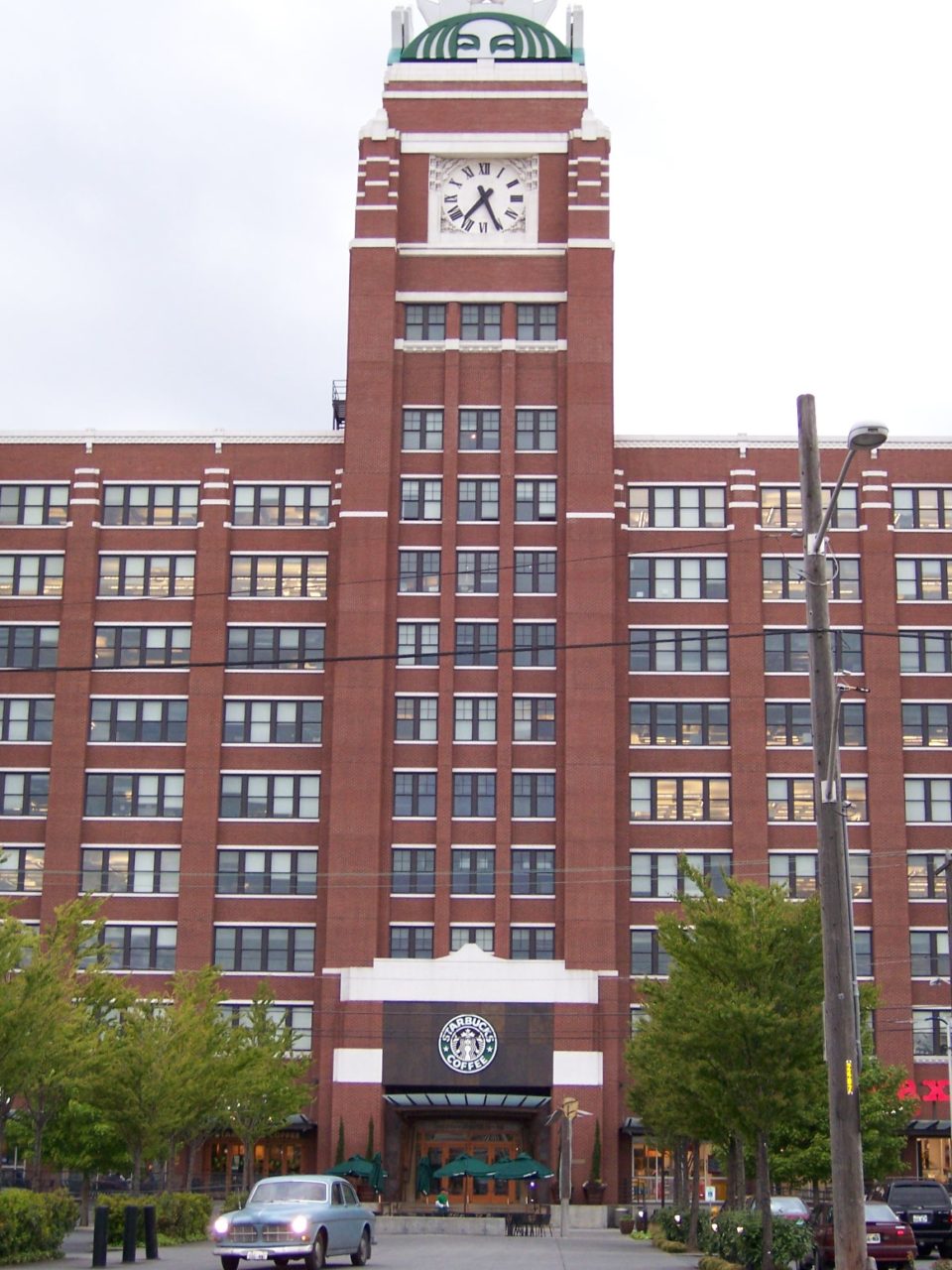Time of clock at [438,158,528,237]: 7:25
